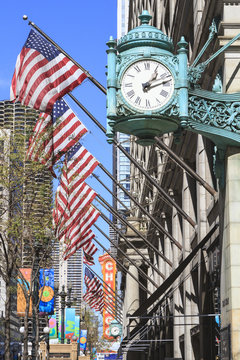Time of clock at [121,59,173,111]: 1:12
